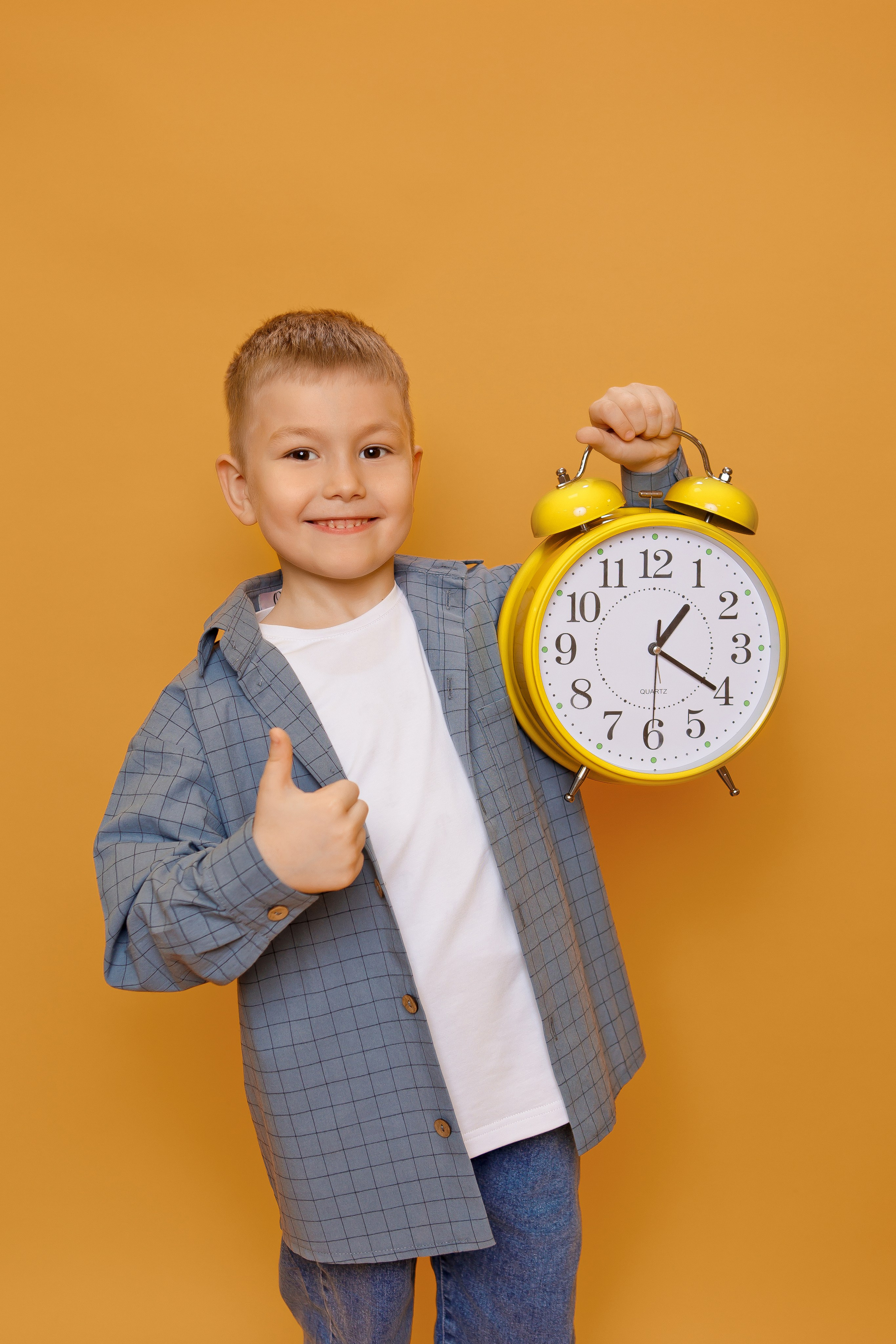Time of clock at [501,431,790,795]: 1:20
